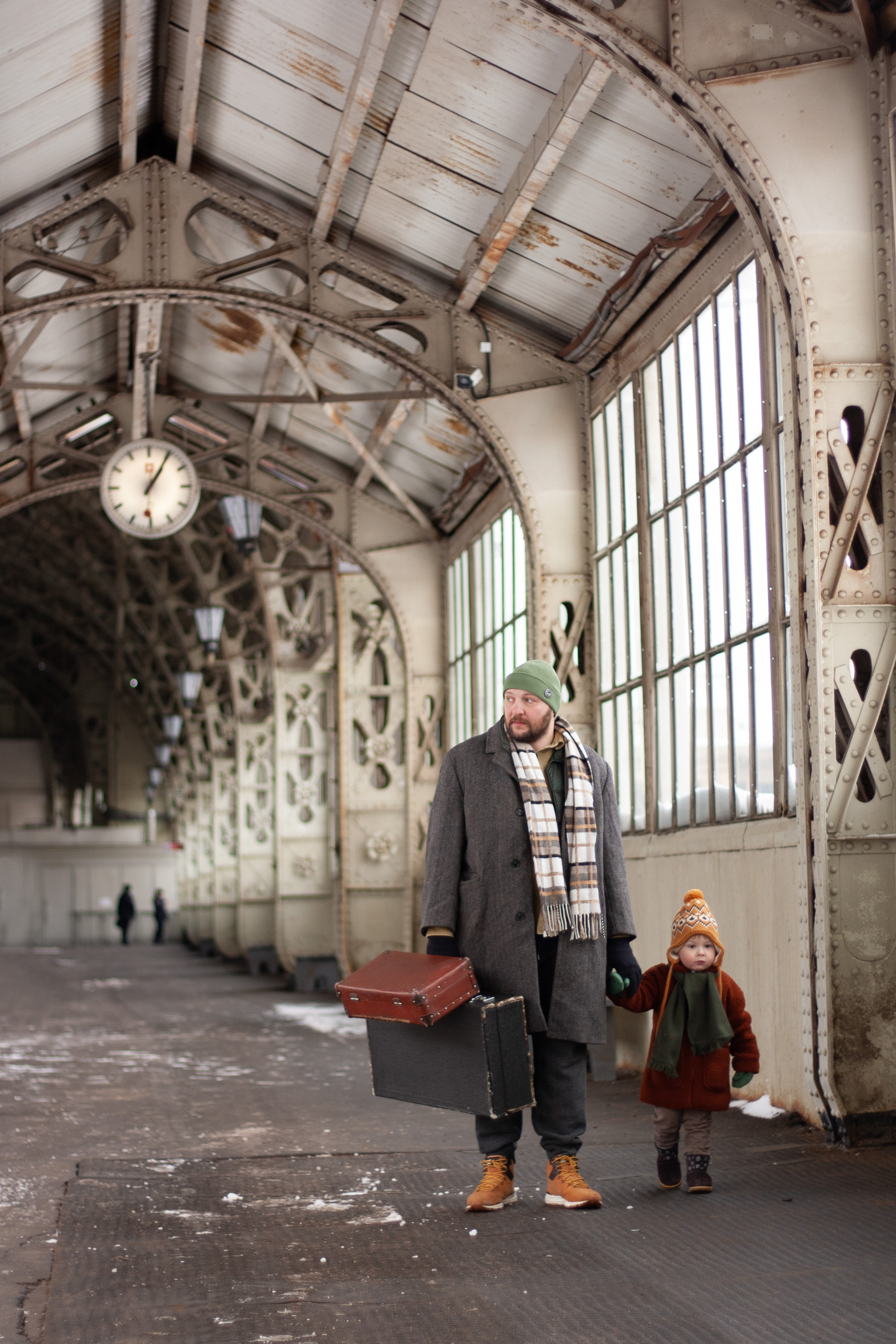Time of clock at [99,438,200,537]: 1:05
